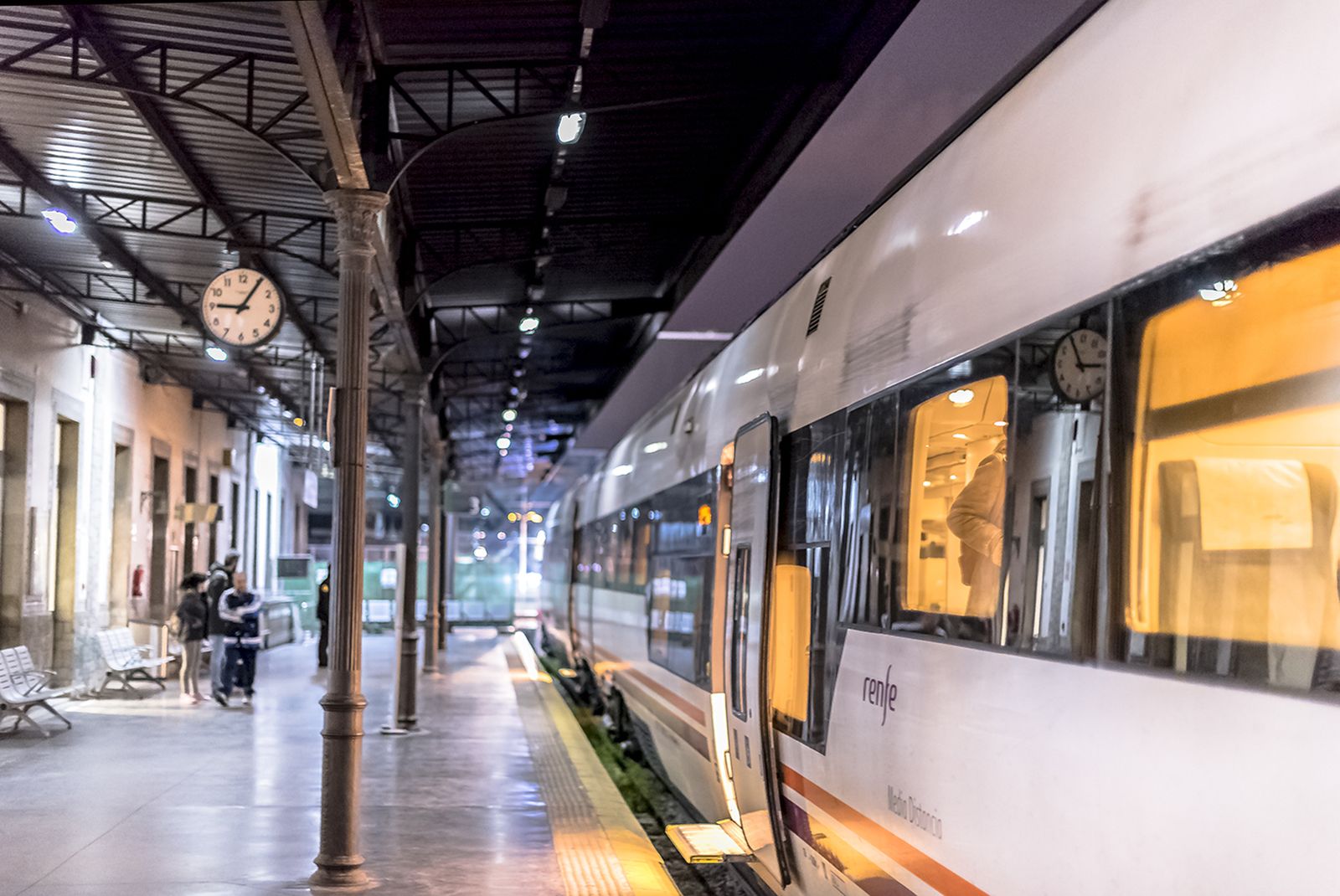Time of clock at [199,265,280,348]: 9:05
